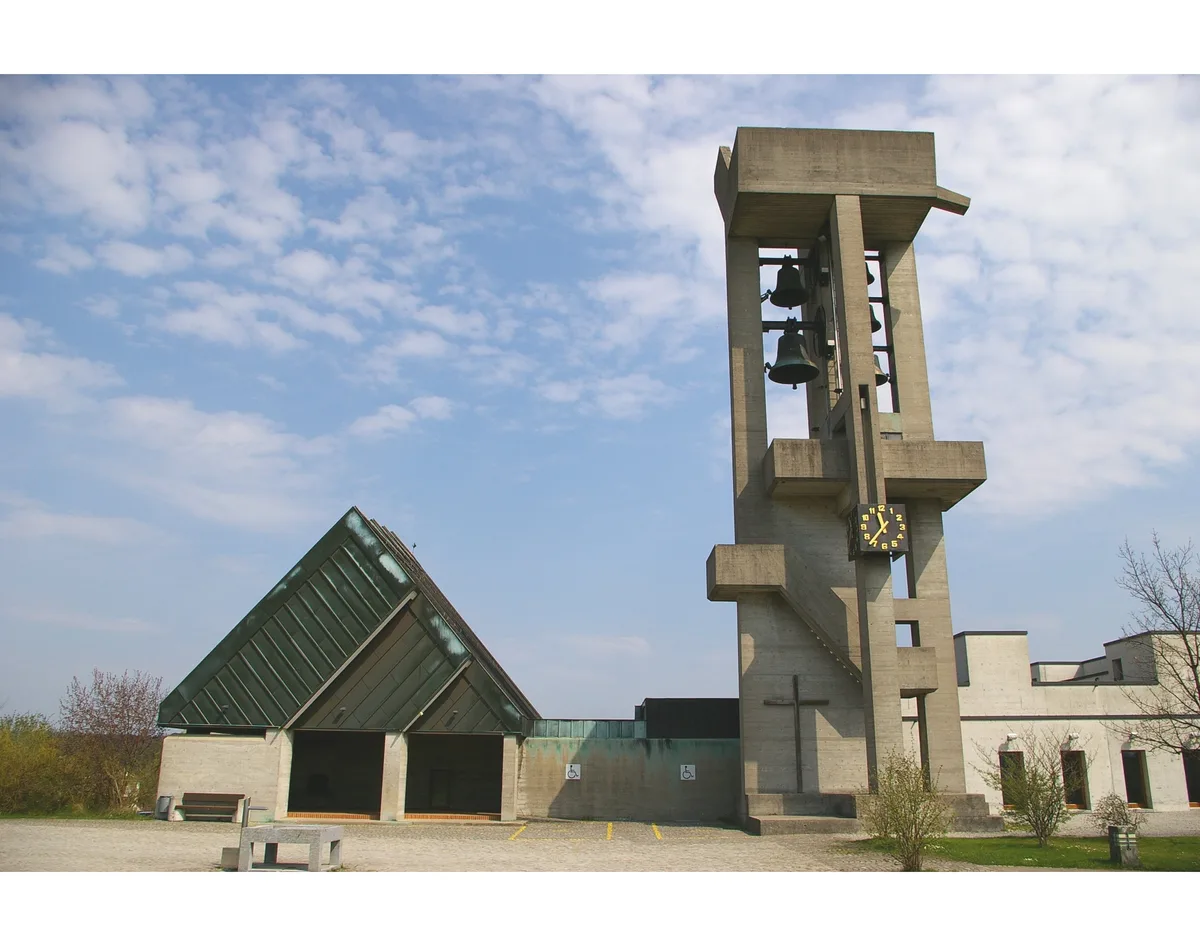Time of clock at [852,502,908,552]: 11:36
